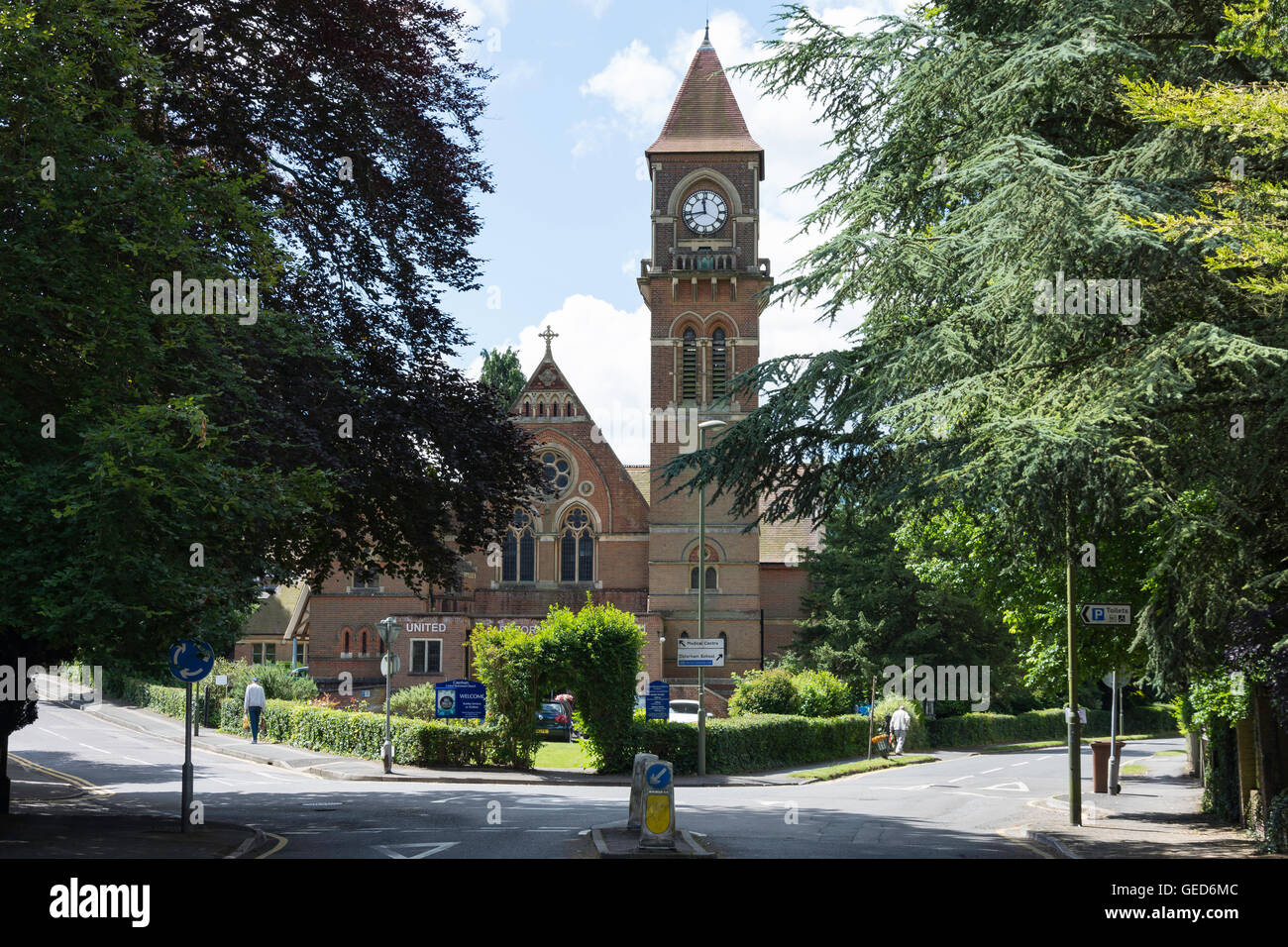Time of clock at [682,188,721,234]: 11:43
